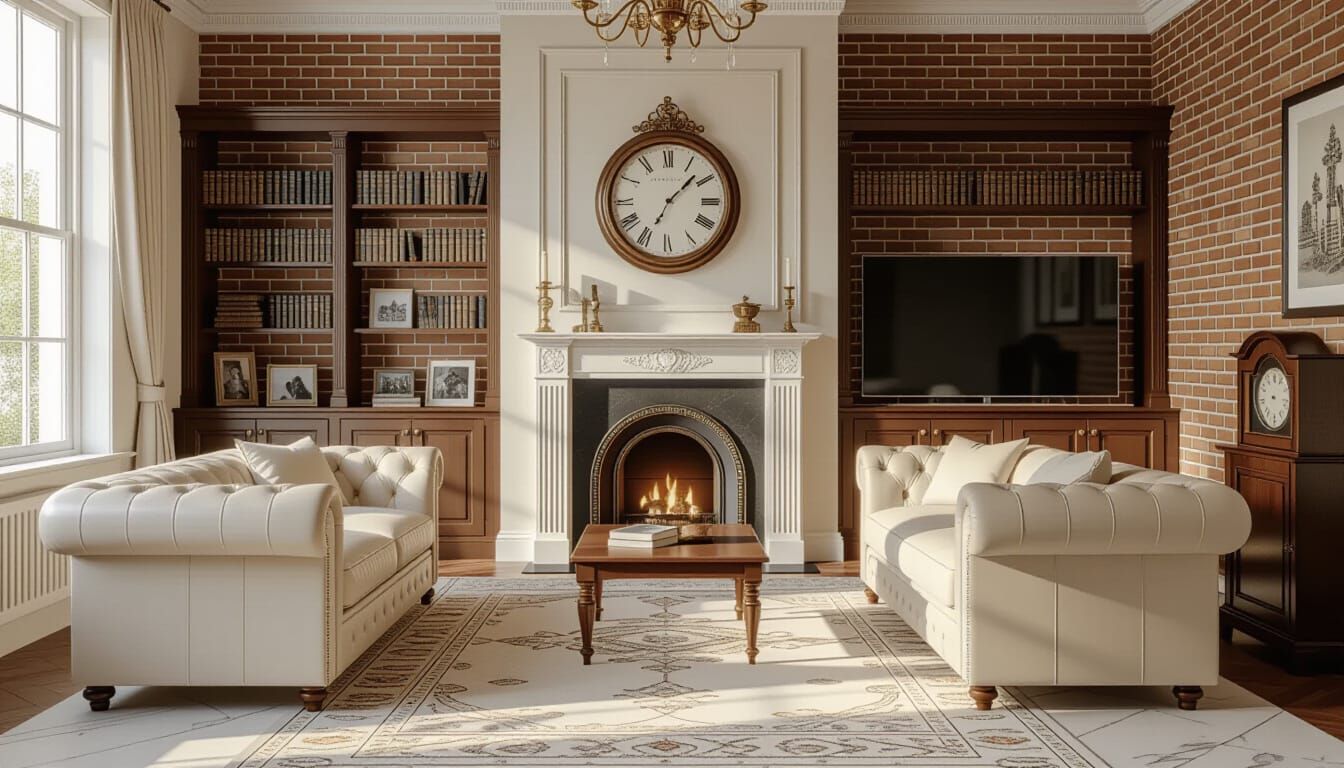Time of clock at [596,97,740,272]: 1:34
